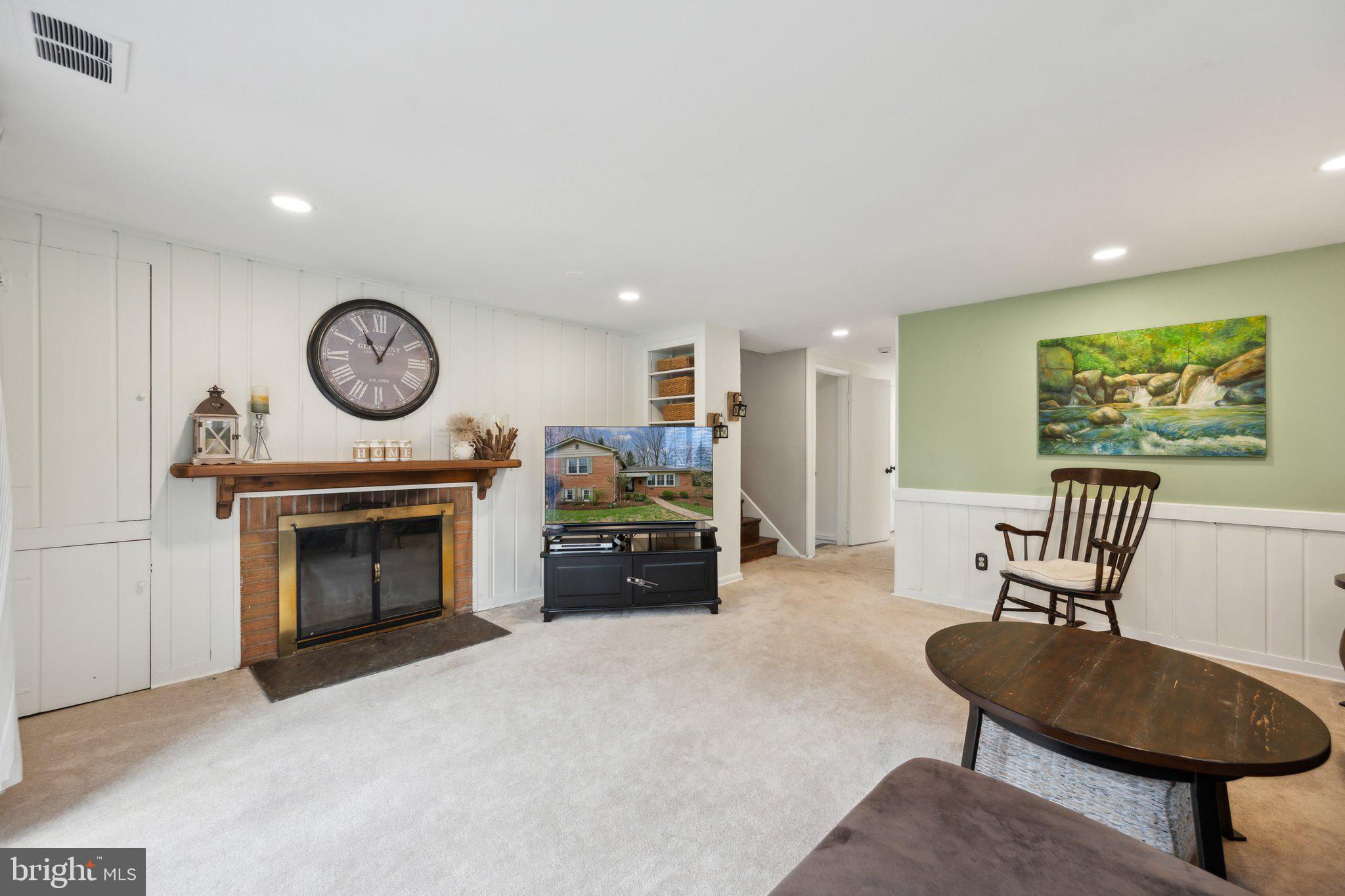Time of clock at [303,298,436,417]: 11:04
